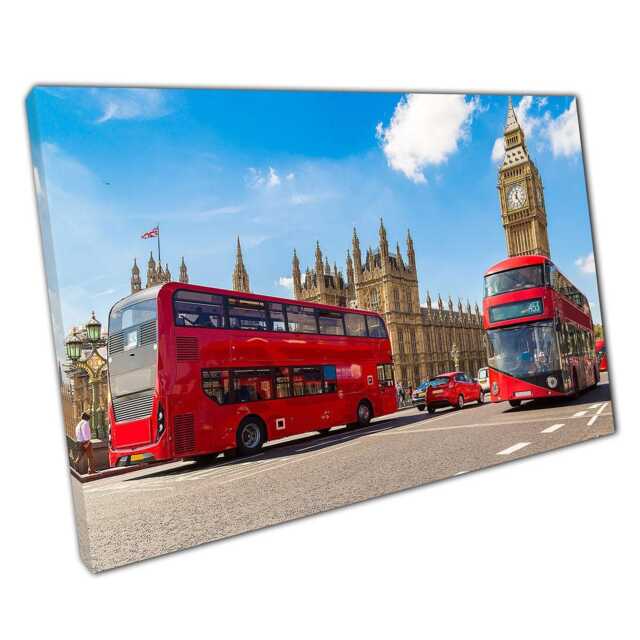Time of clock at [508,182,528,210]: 12:23
